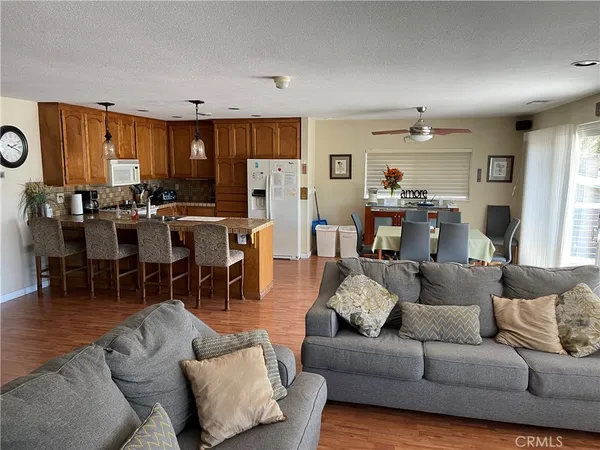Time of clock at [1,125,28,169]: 2:18
